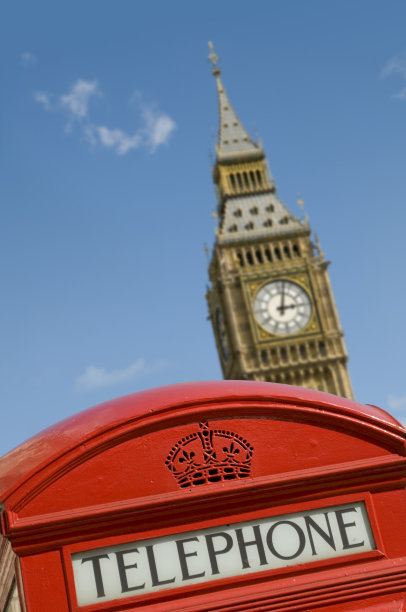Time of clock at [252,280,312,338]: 3:02
